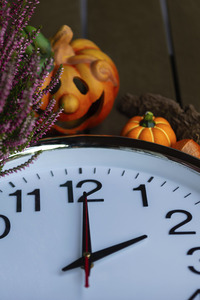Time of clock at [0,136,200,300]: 2:00
